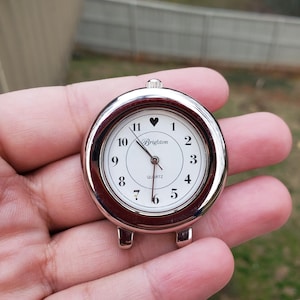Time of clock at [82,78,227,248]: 10:31
